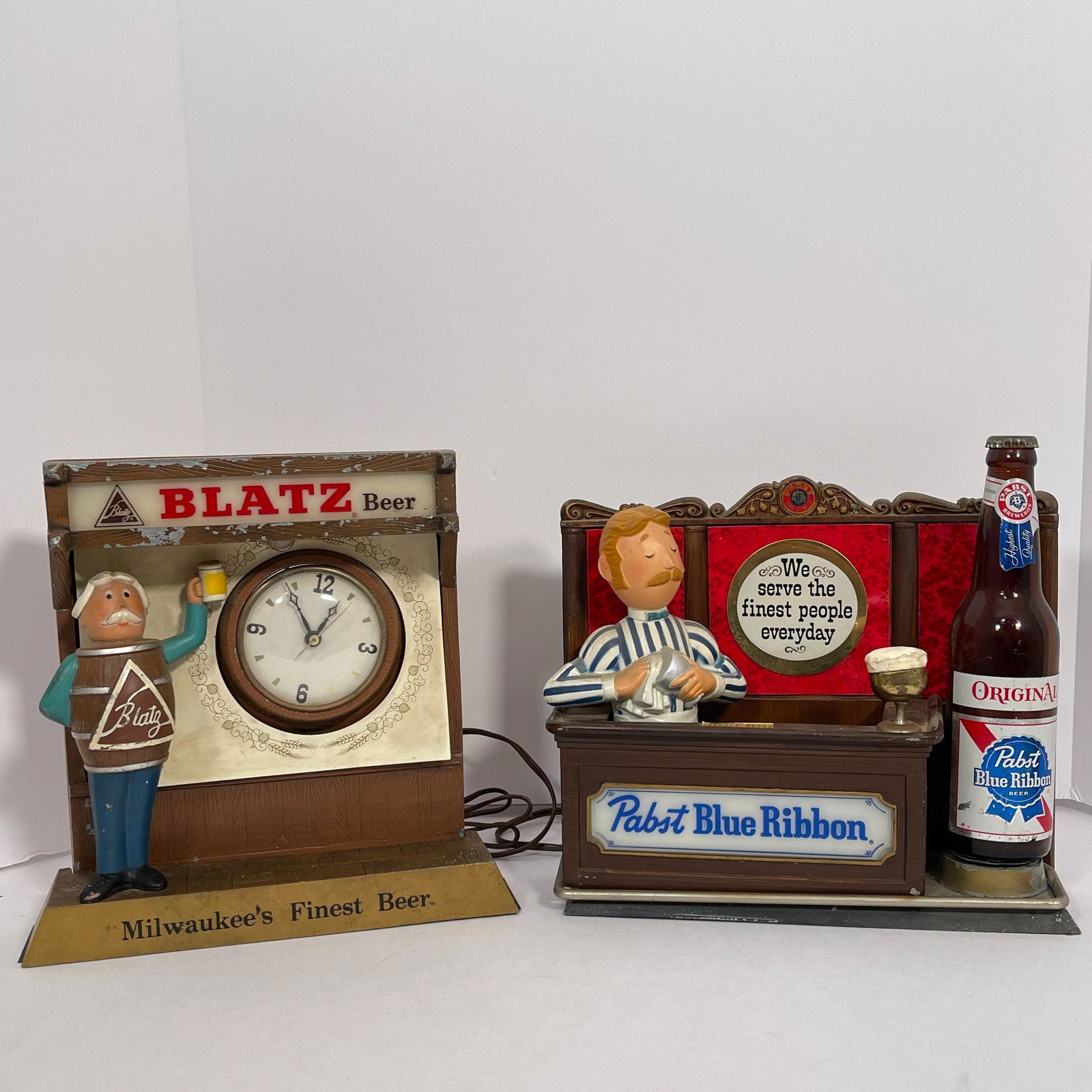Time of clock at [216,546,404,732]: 12:54
